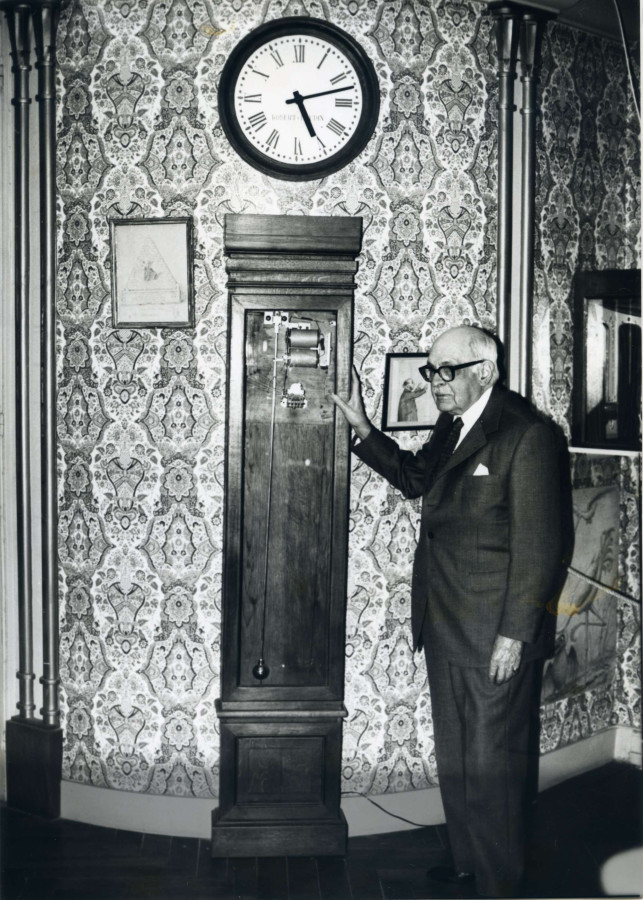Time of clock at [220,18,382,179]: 5:12
